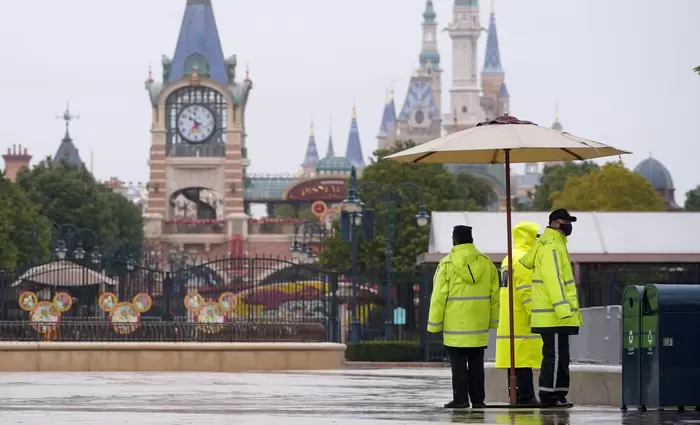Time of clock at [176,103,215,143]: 5:35
